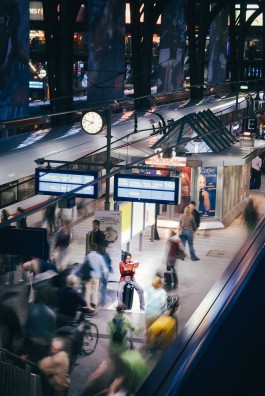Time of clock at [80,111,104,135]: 7:47
